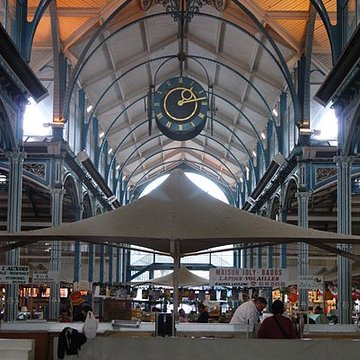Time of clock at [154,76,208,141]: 1:13
